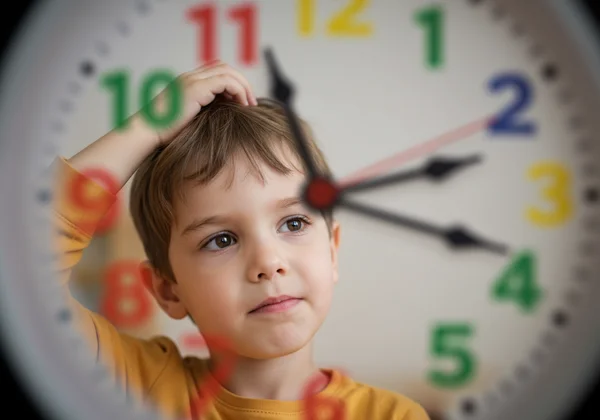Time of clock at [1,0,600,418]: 11:18
